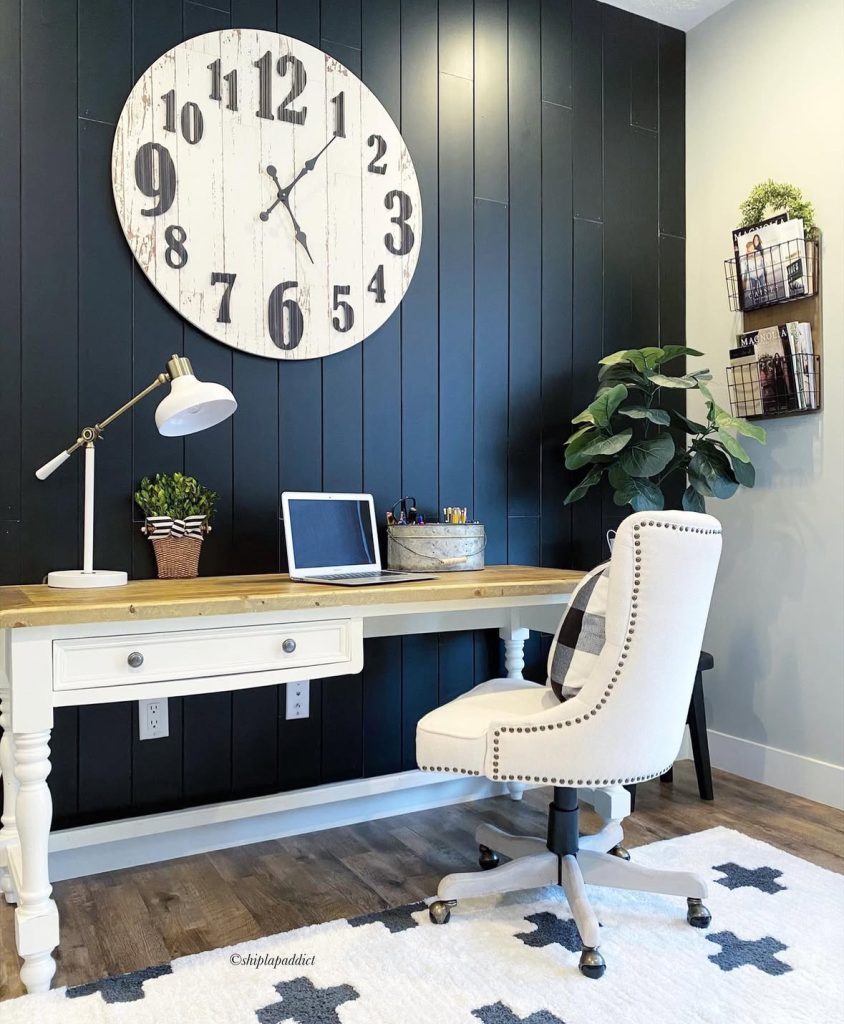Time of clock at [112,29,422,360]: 5:06
